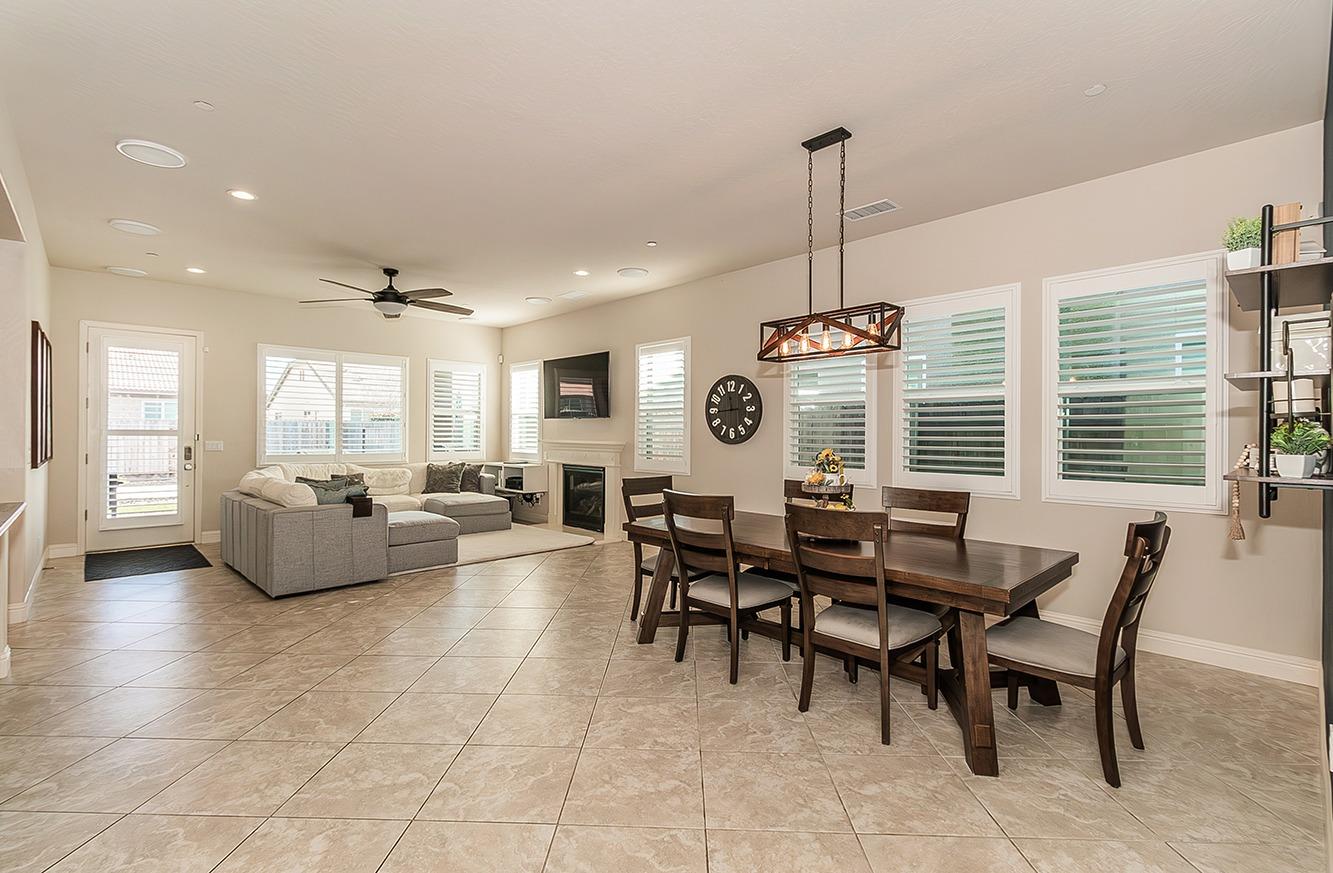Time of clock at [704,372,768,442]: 11:44
